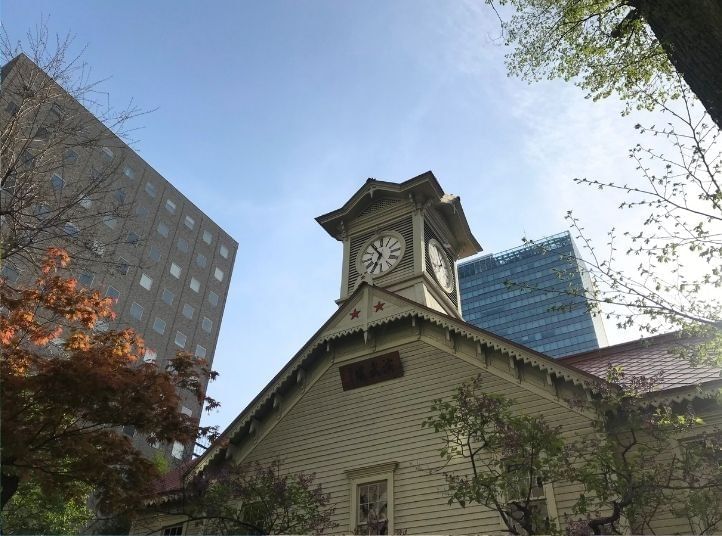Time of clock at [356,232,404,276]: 6:54
